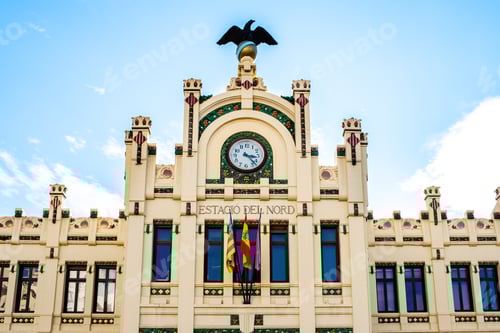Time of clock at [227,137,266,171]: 3:22
